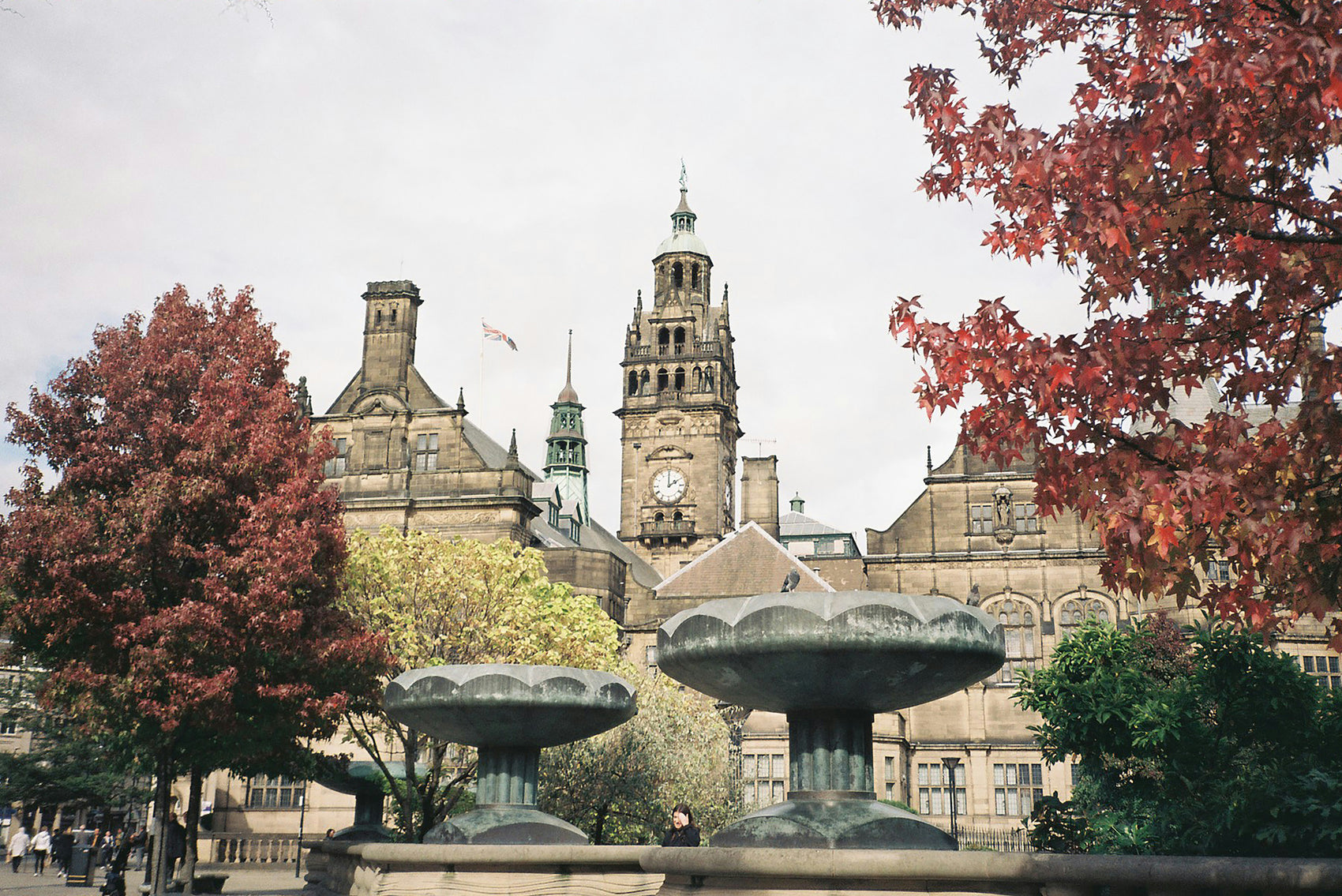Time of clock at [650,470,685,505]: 2:00
